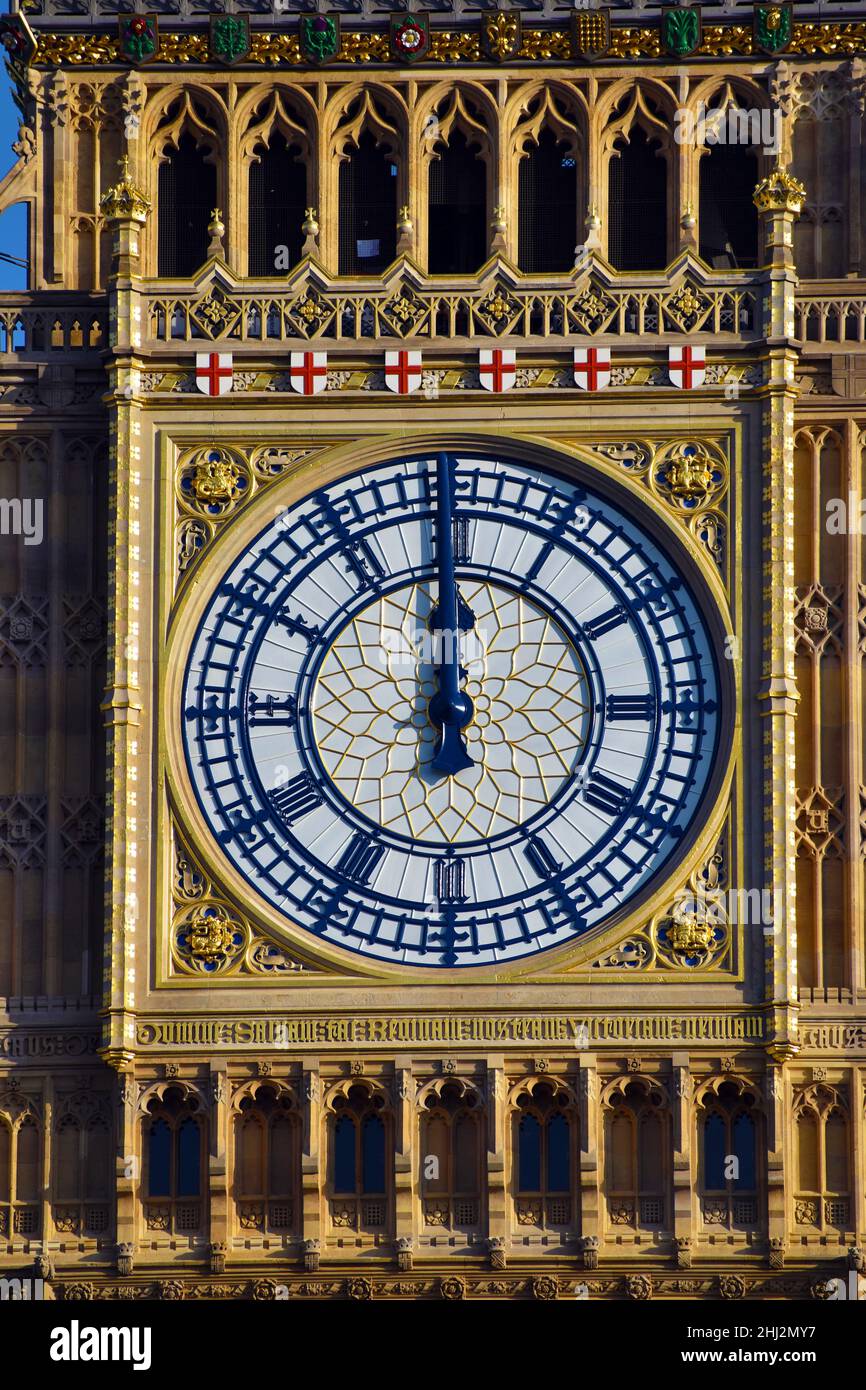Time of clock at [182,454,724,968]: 11:59
